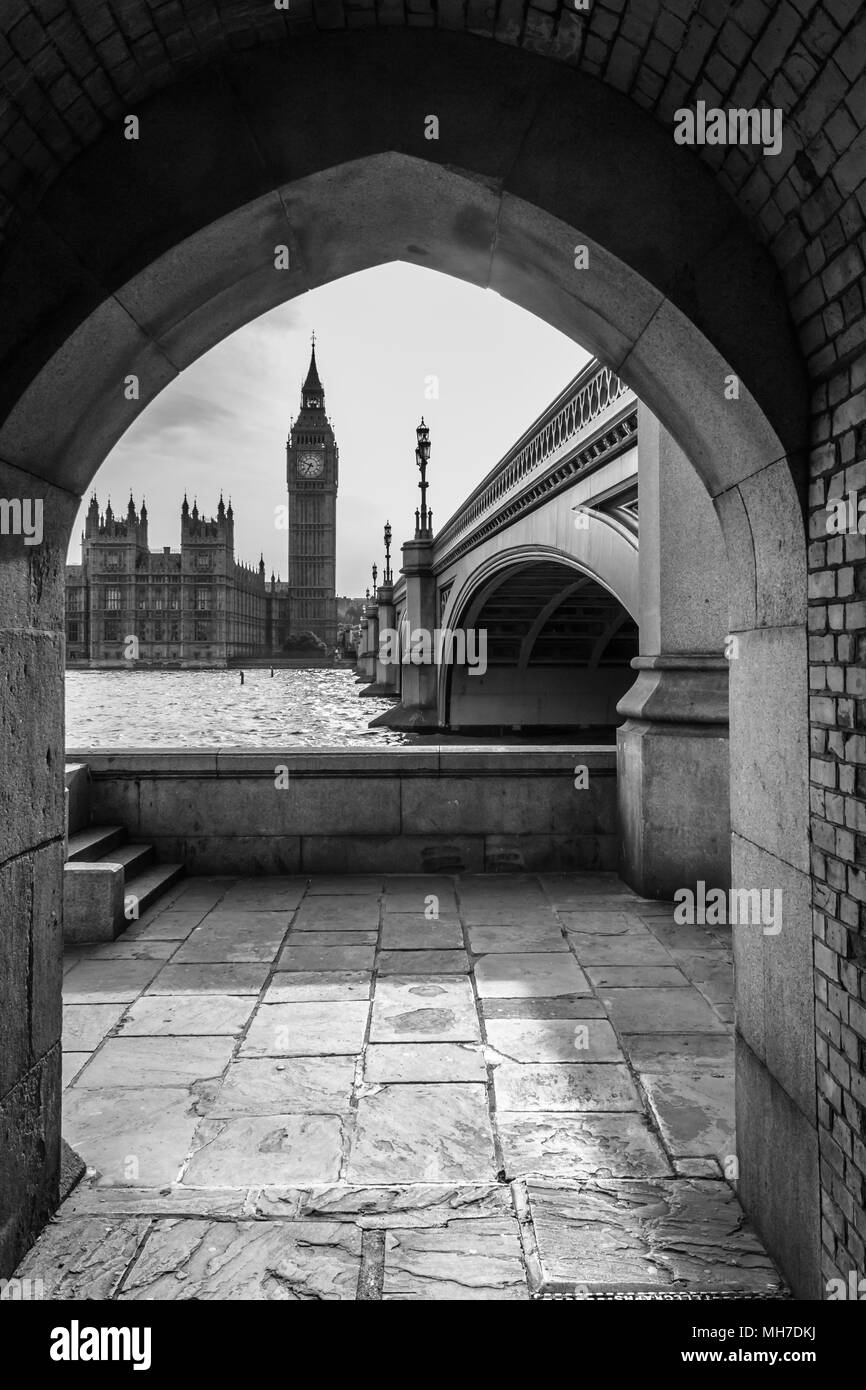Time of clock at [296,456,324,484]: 6:48
